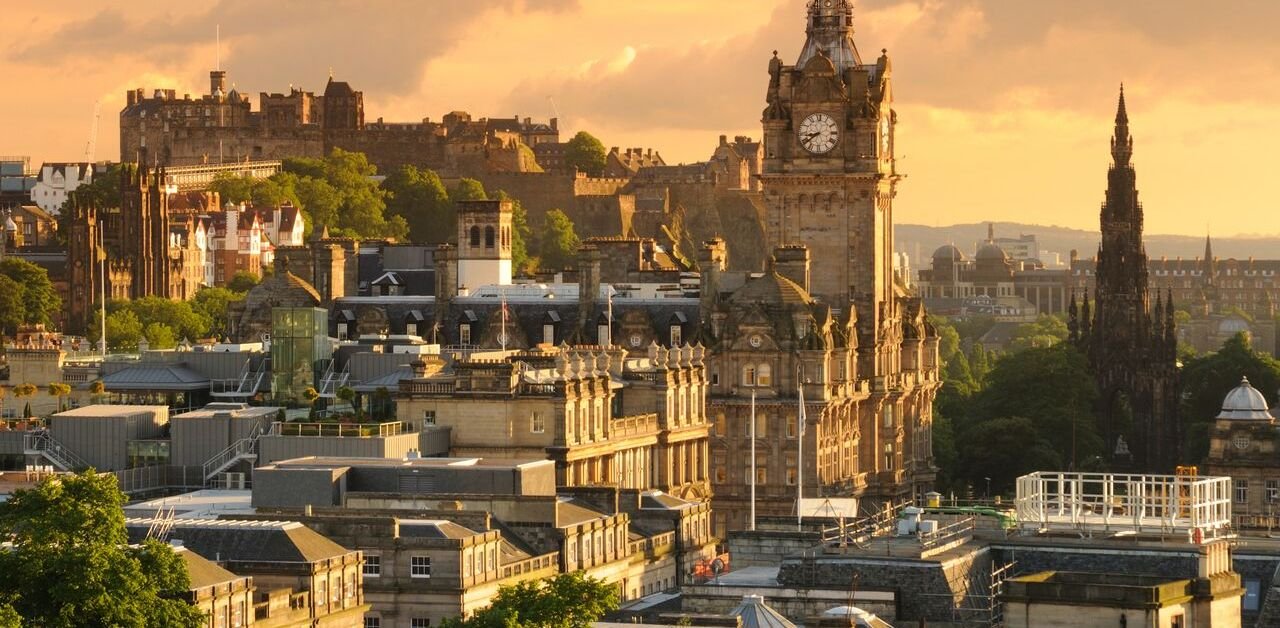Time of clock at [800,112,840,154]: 8:39
